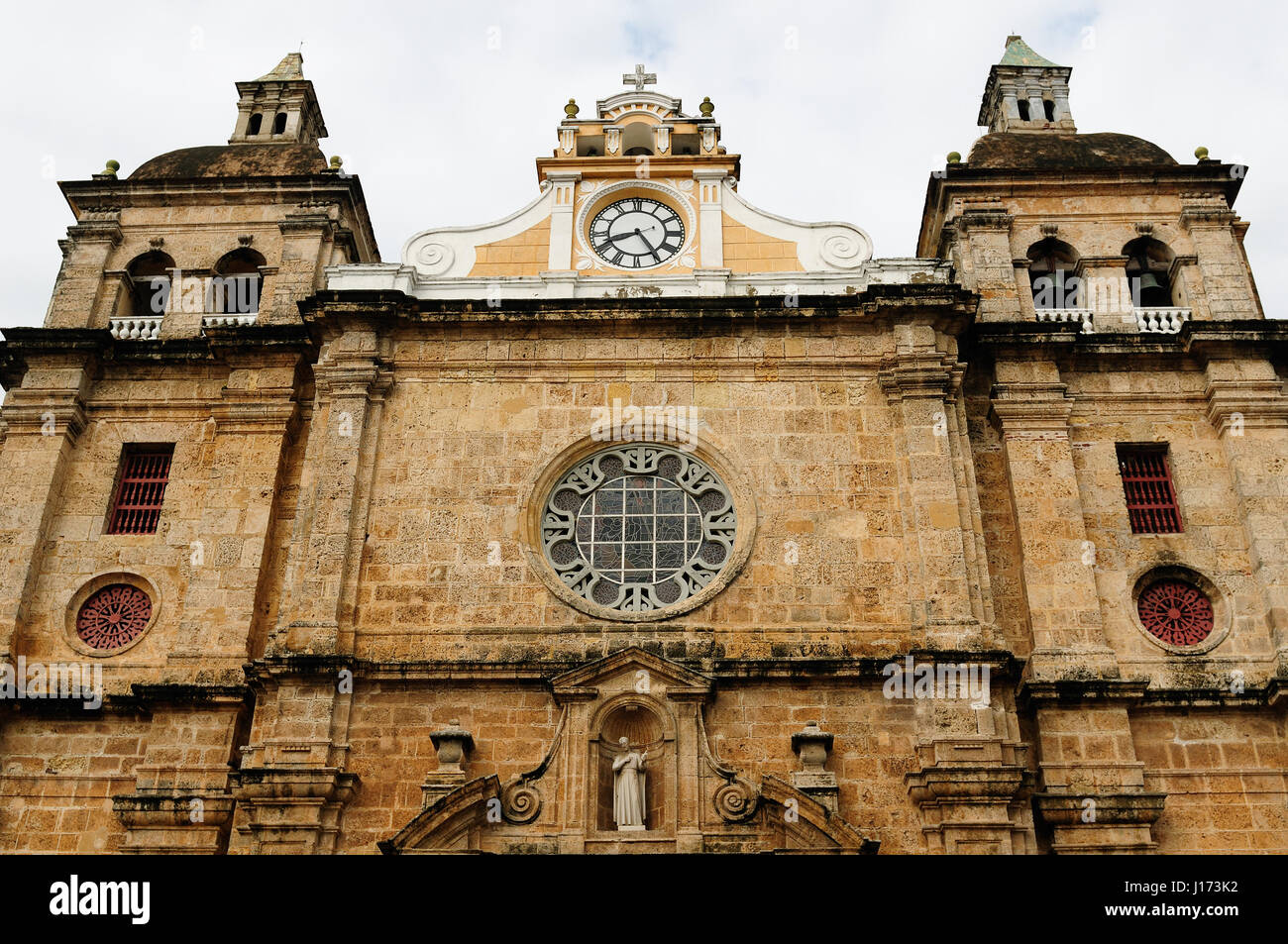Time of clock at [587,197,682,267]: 8:24
